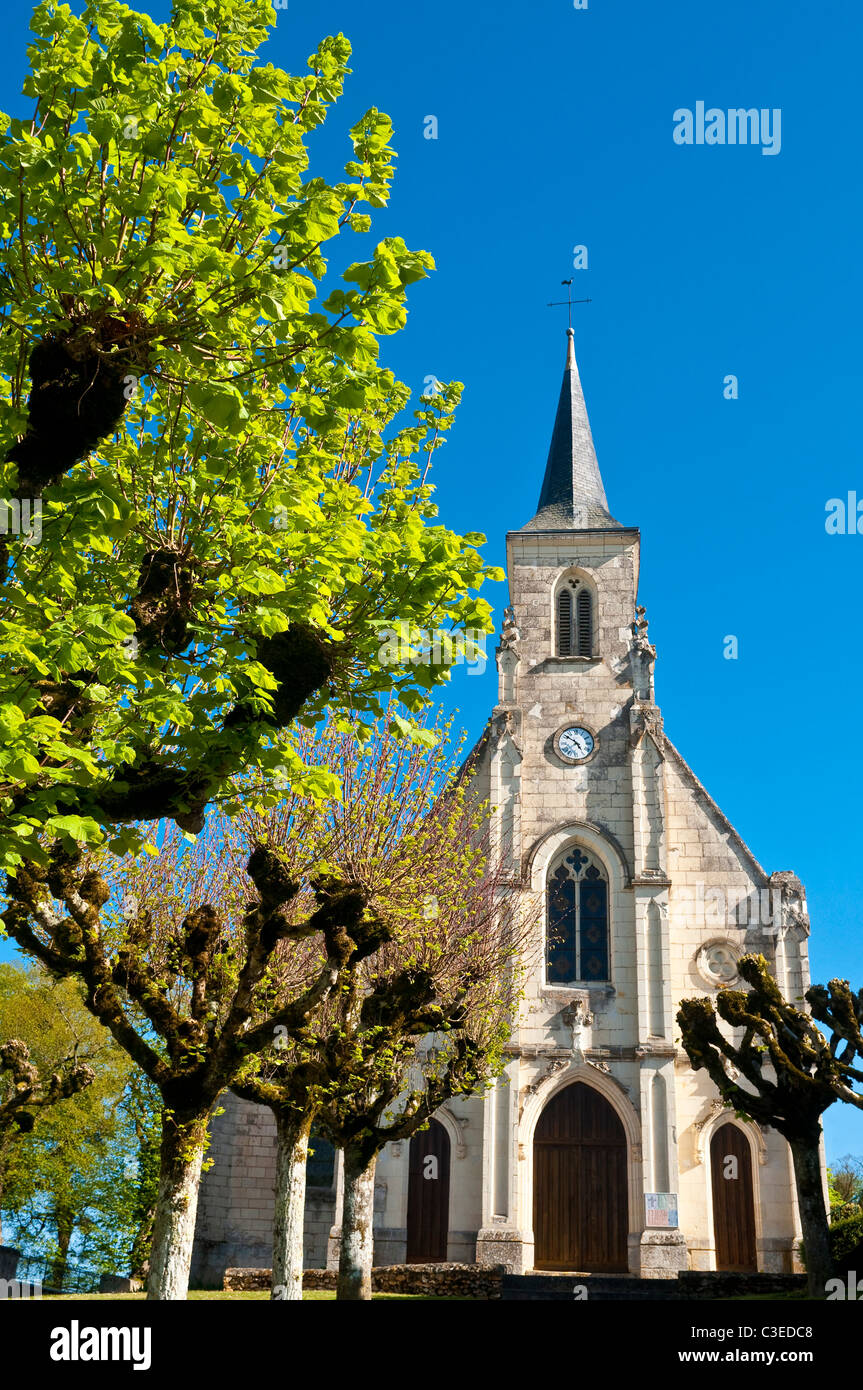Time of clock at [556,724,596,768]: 4:51
